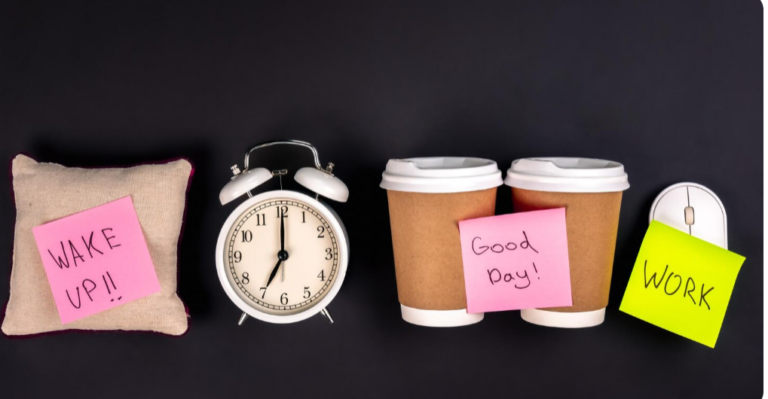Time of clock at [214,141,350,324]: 7:00
